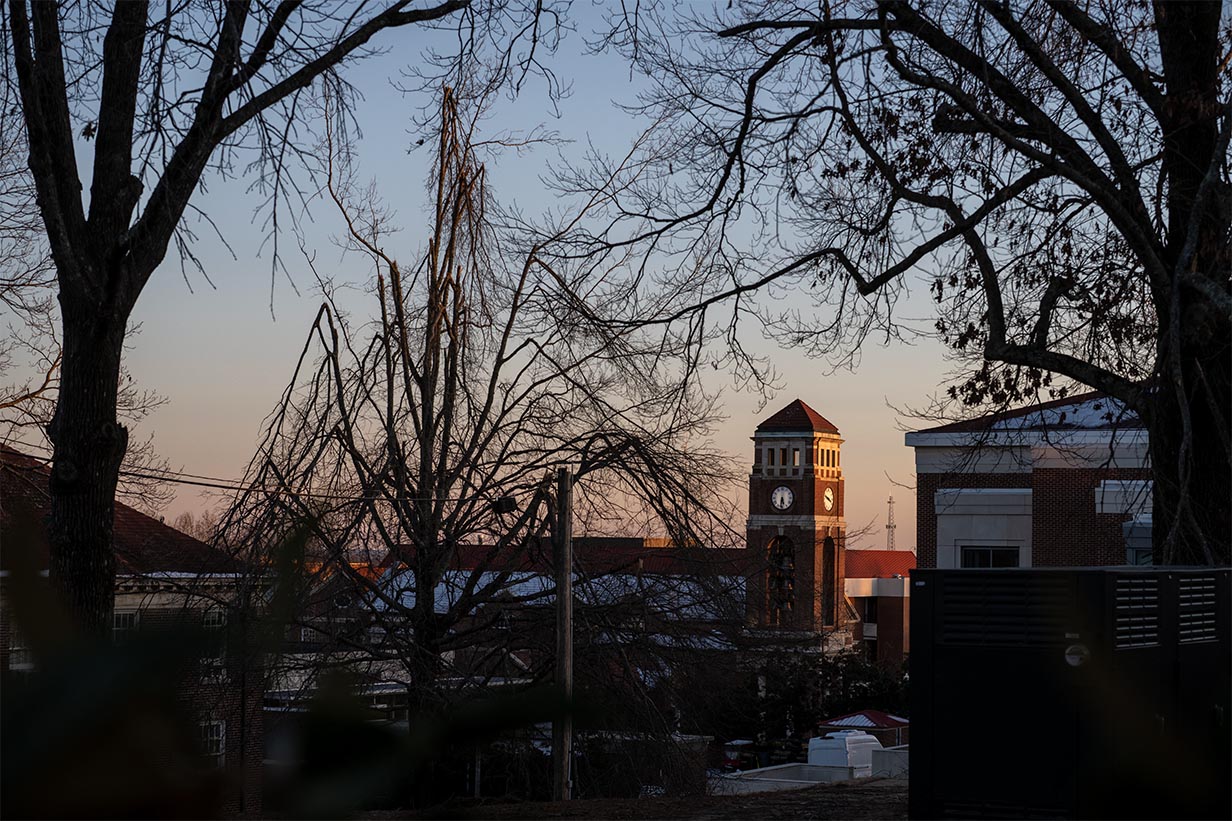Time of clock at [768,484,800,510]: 5:31
